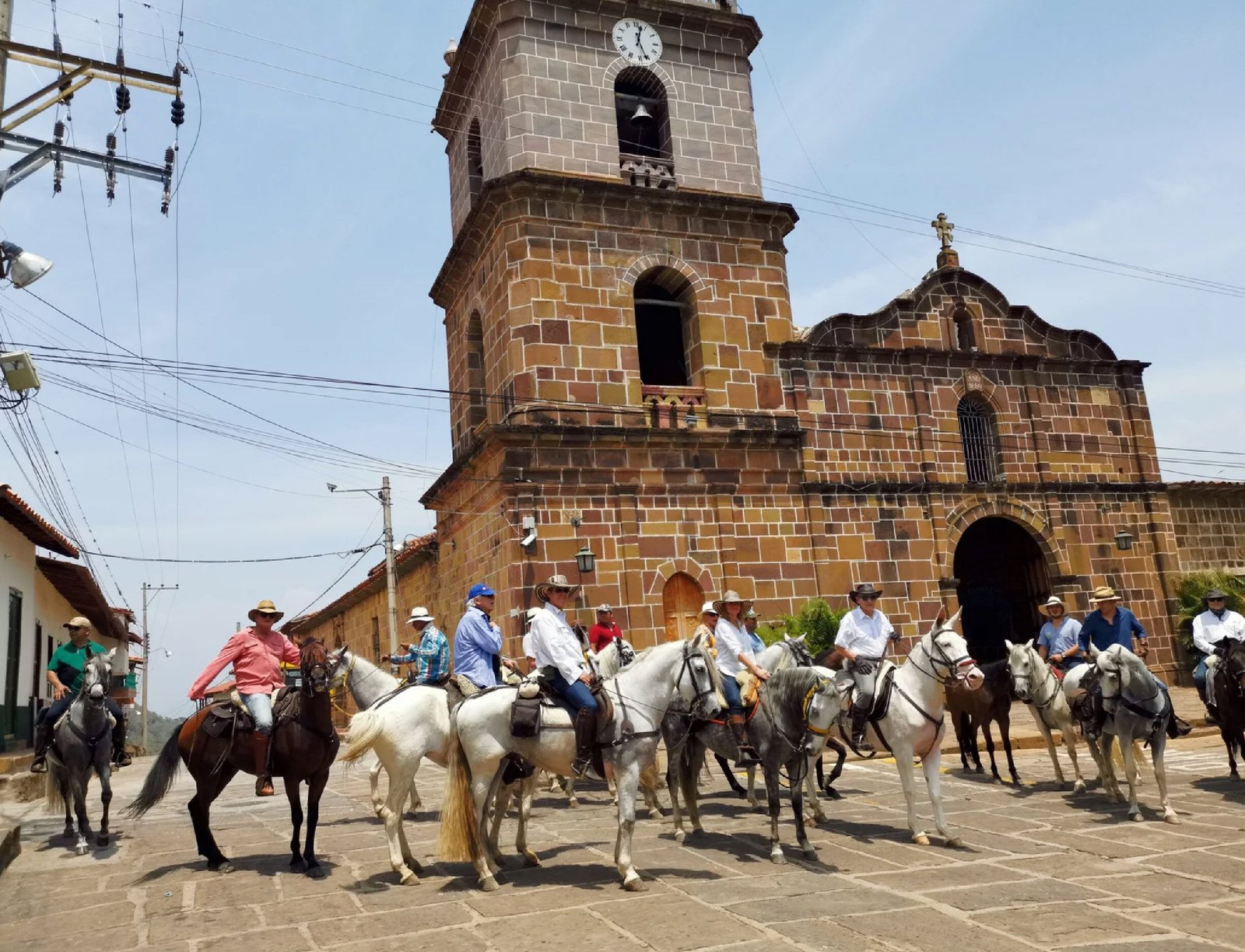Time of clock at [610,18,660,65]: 12:26
